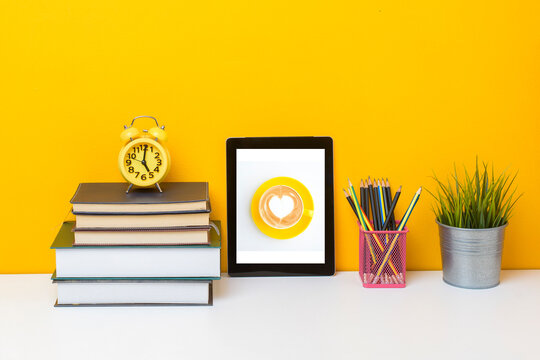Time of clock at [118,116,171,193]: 5:01
